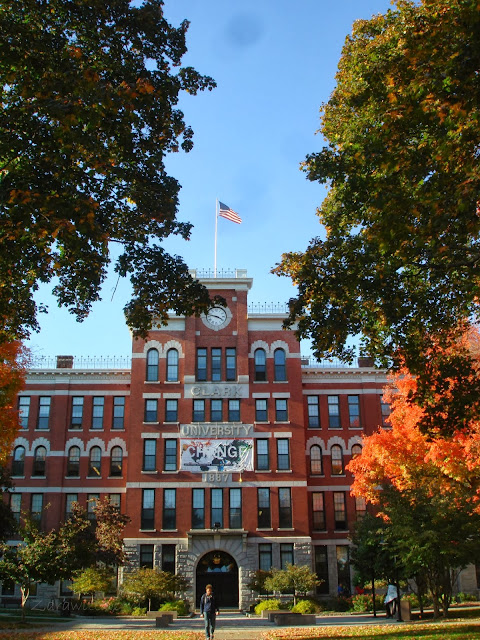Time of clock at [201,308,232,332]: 3:46
